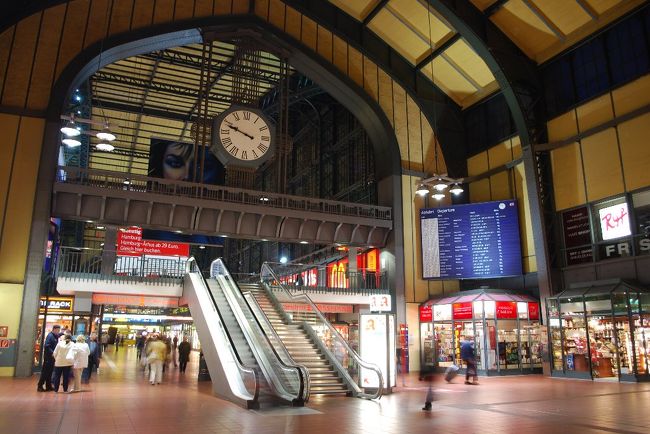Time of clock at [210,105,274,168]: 9:48
